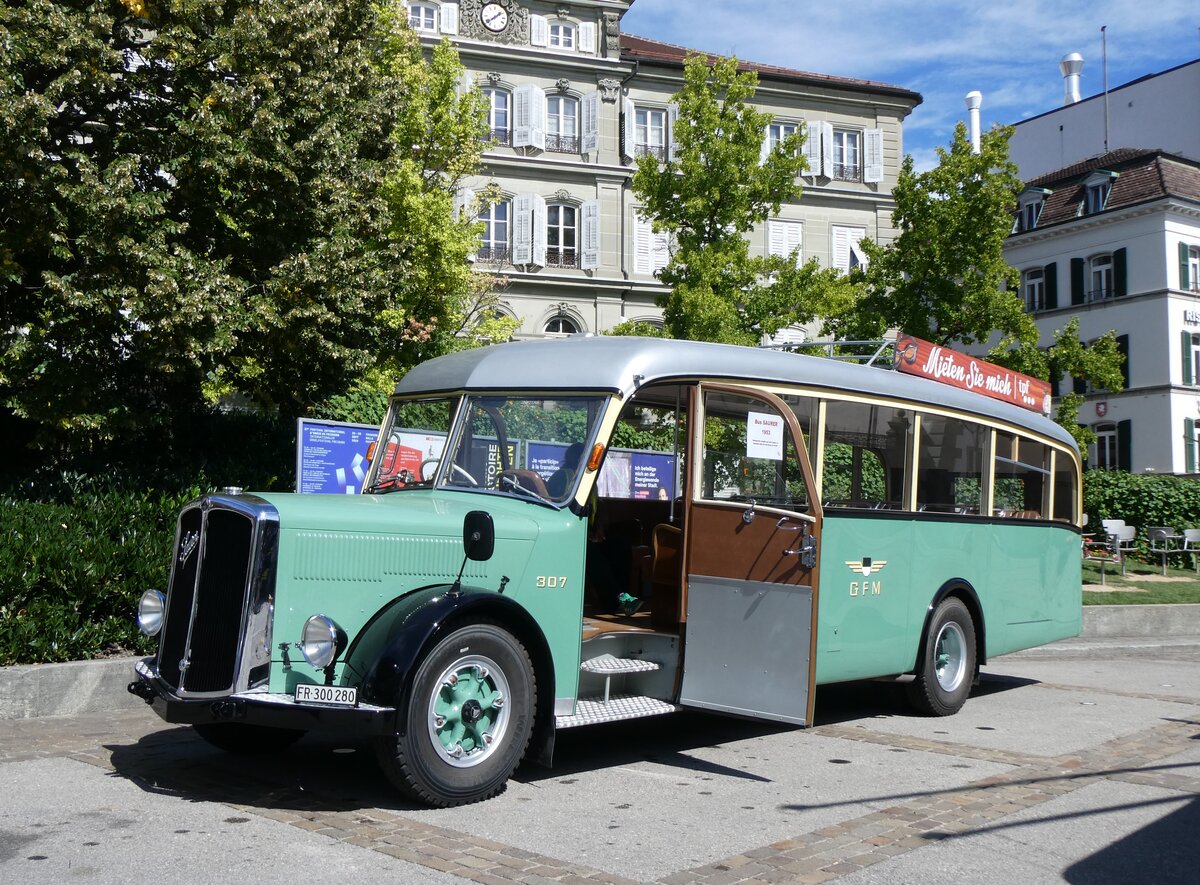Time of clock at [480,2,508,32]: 1:38
